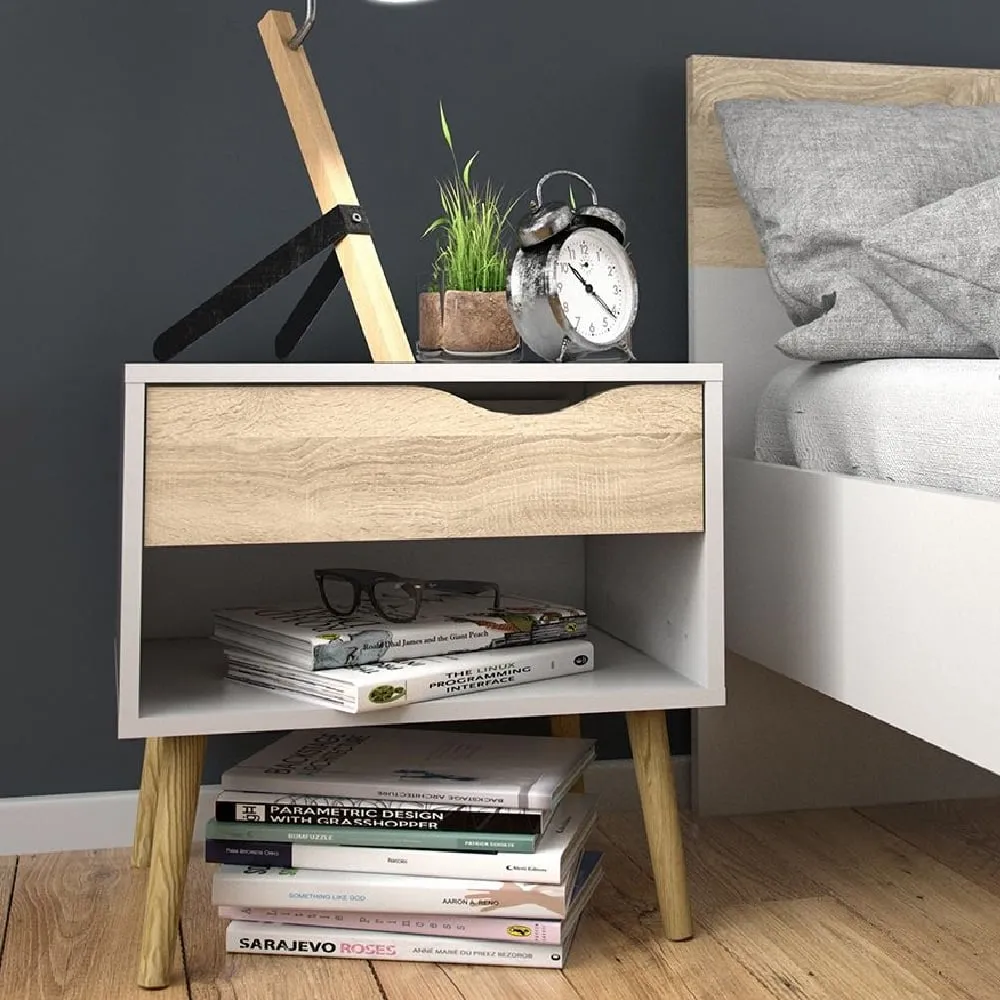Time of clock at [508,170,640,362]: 10:21
